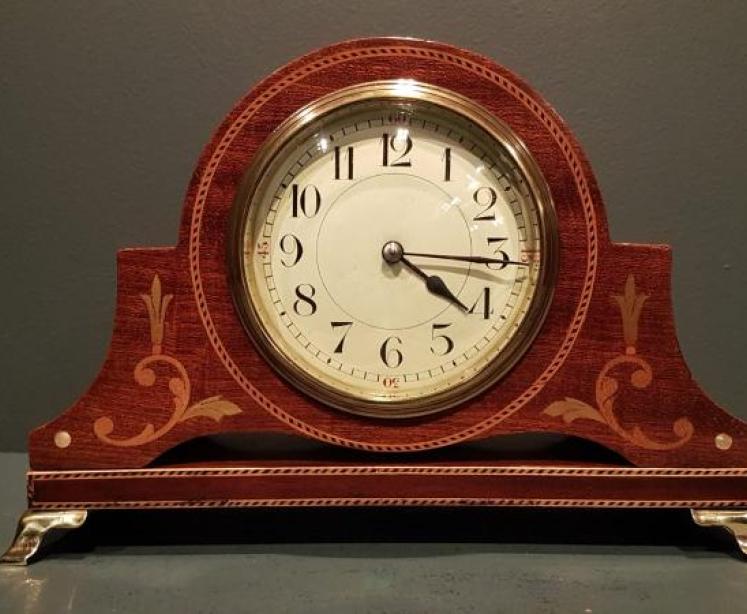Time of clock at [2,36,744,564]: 4:15
